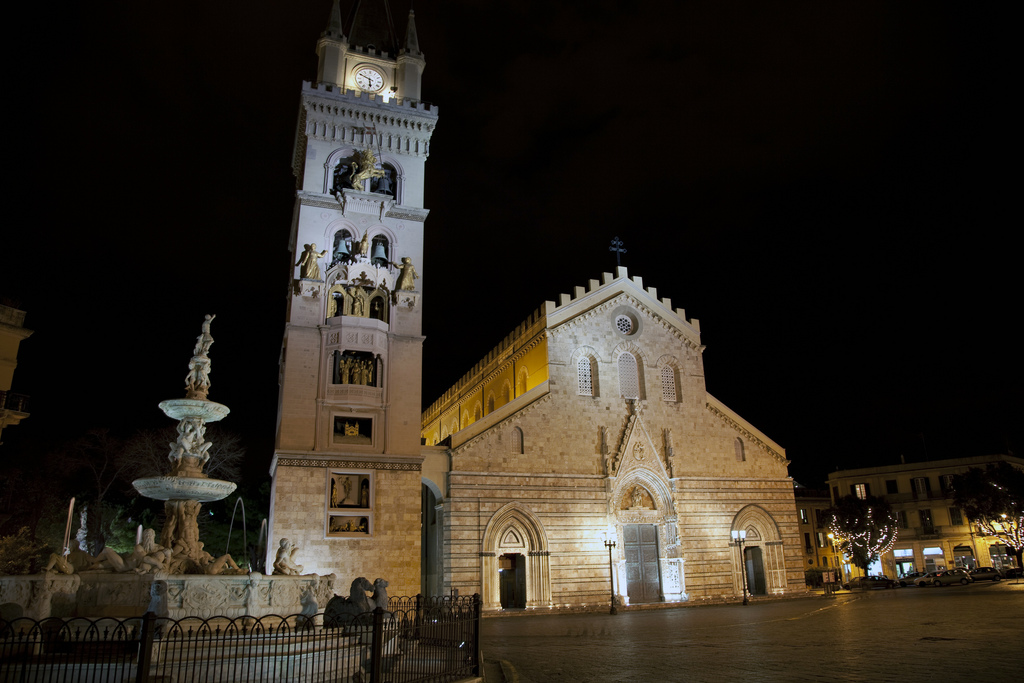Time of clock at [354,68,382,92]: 5:49
